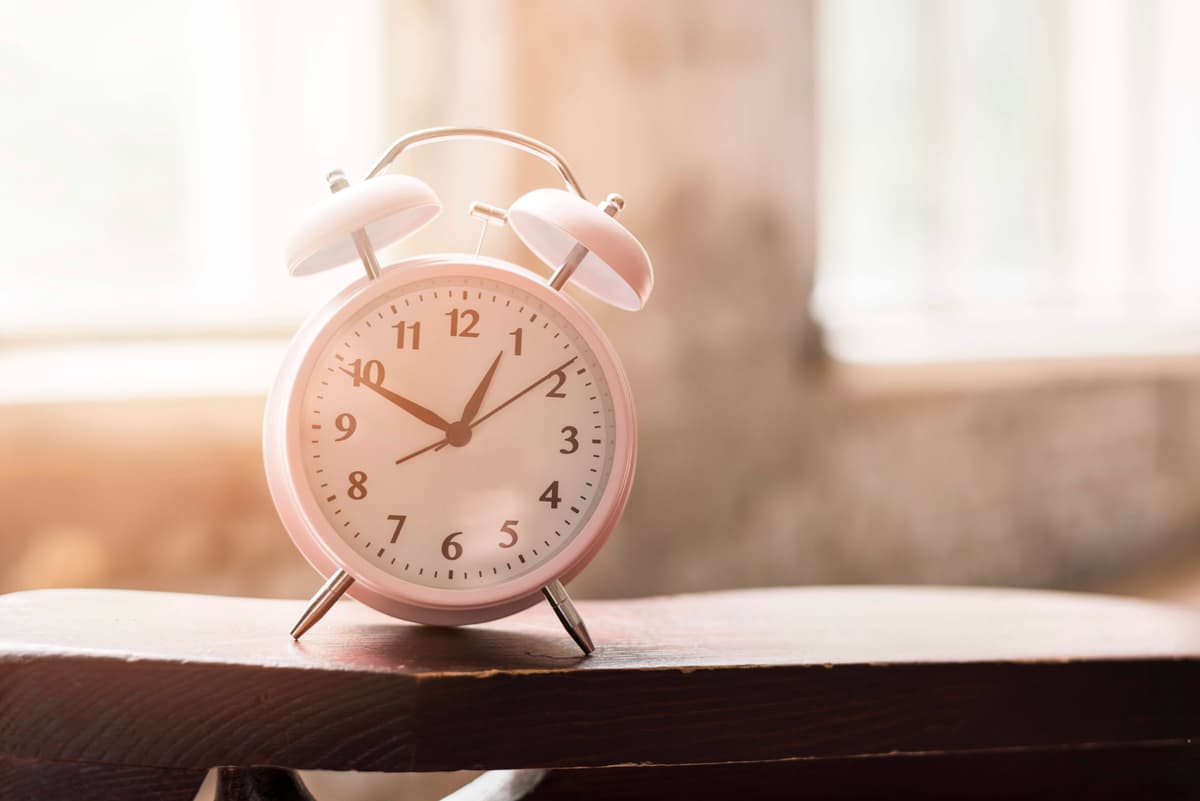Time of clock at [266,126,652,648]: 12:49
